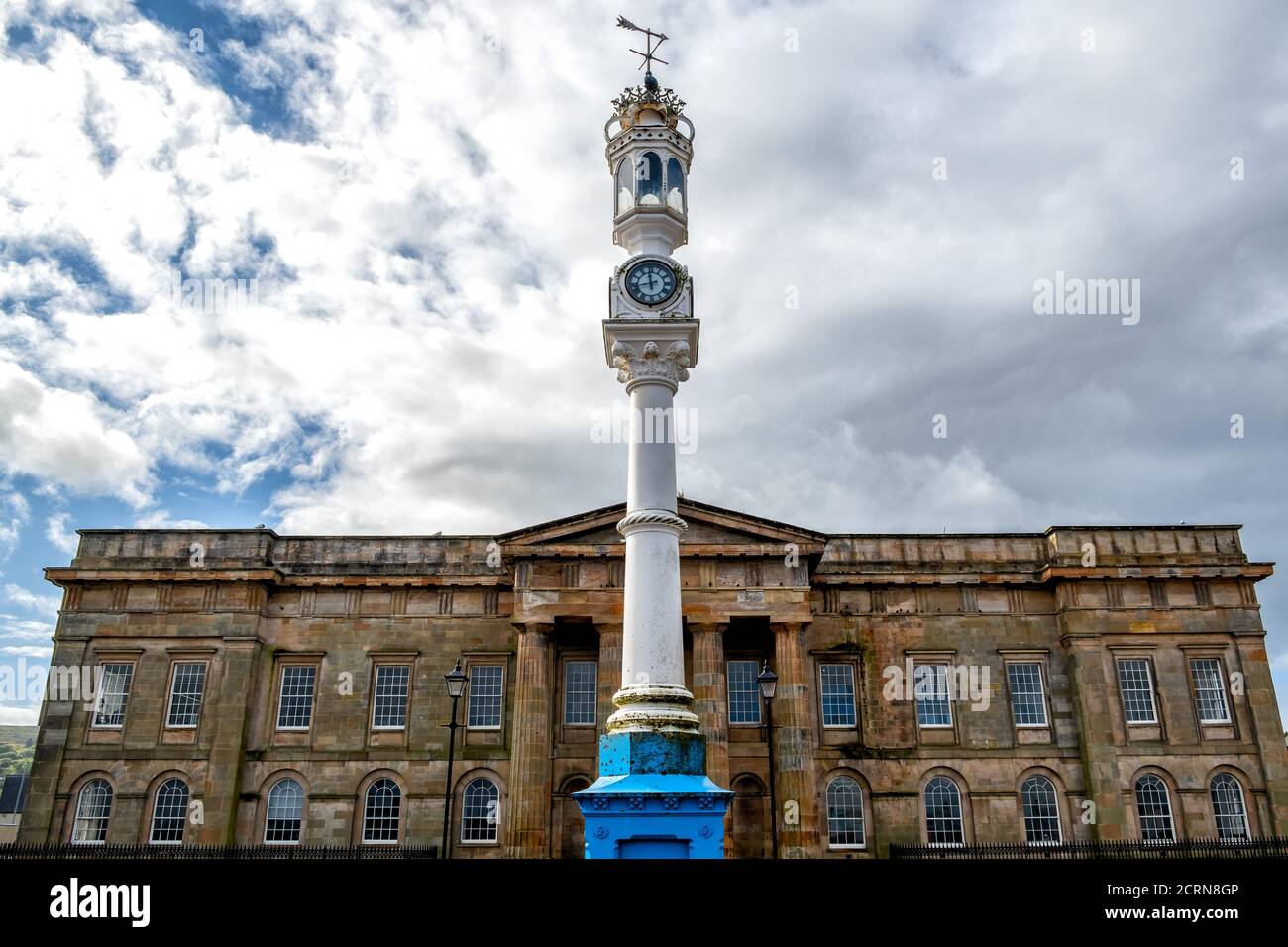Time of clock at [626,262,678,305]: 11:42
